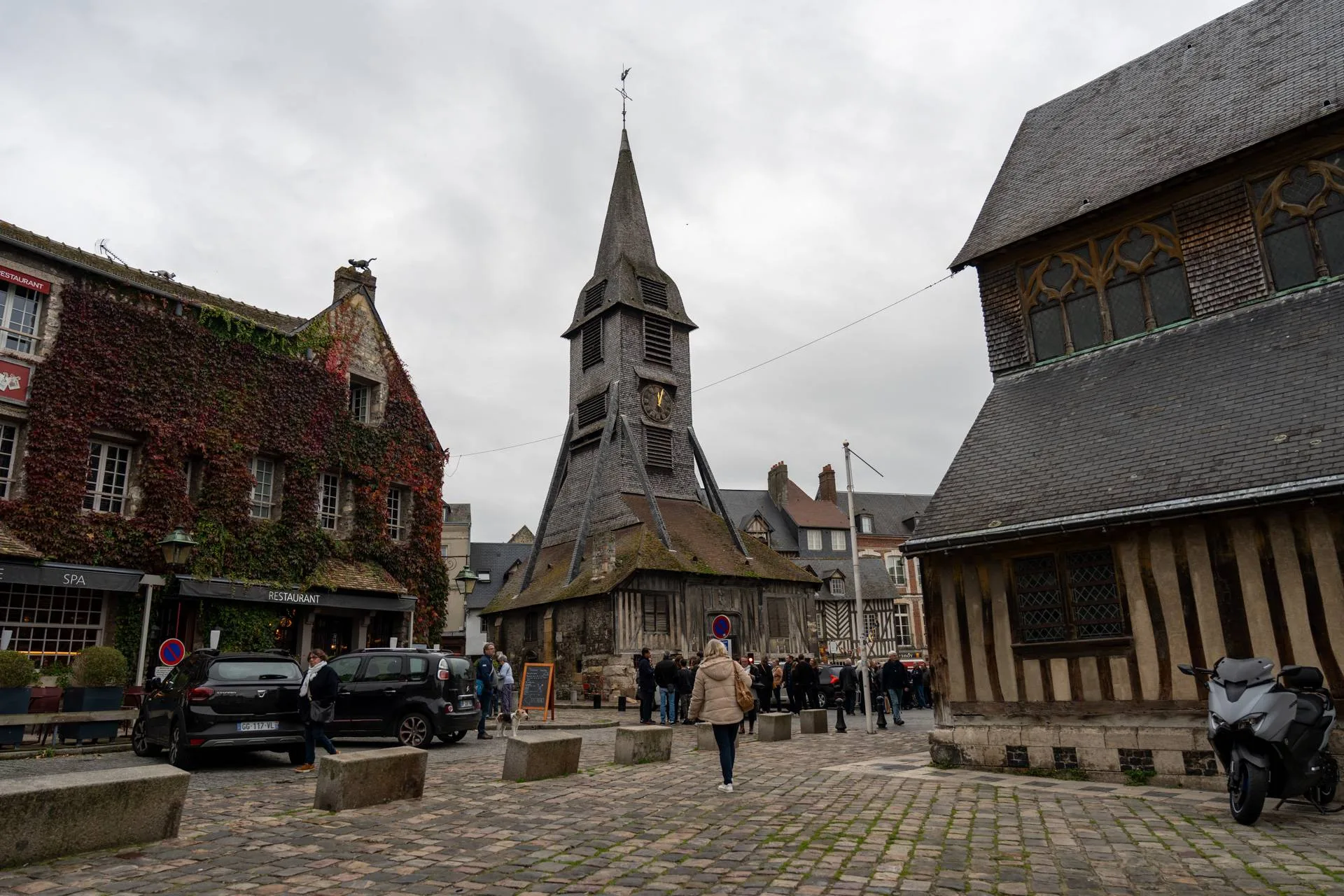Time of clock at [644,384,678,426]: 12:03
